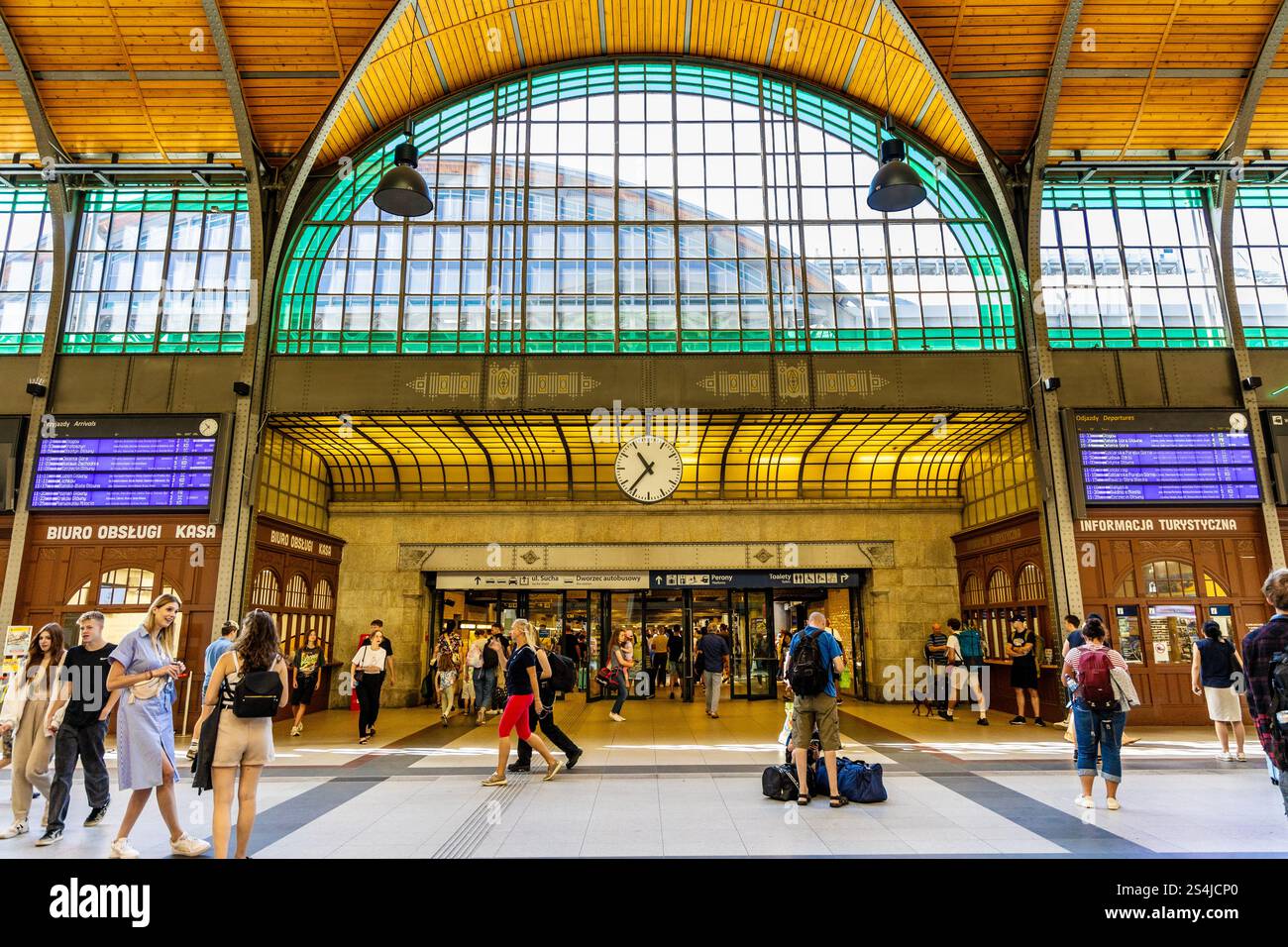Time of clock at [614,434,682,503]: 10:36
